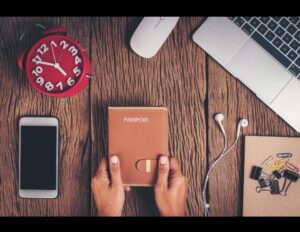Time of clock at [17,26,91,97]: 4:49
